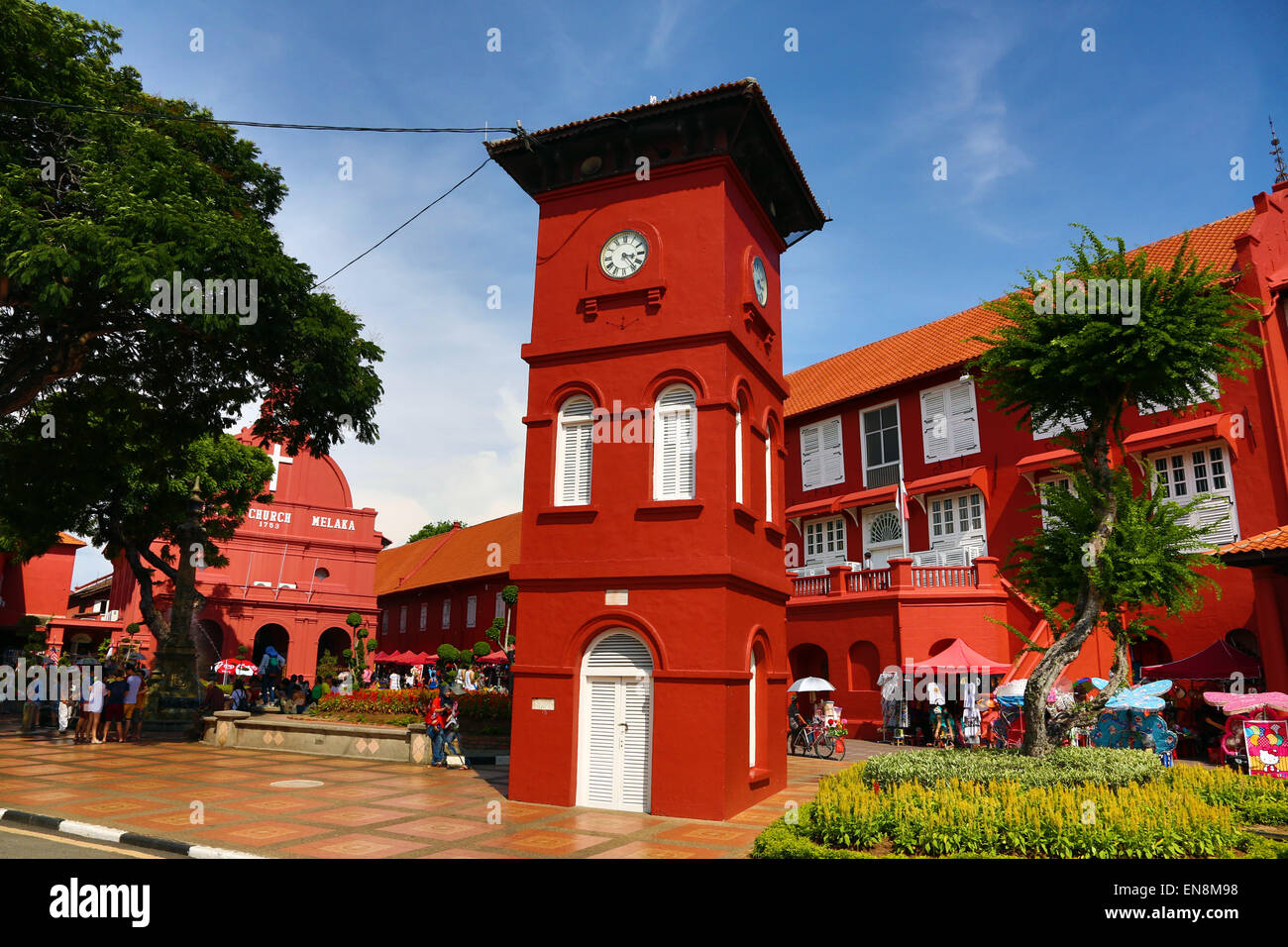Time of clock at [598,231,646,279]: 3:23
